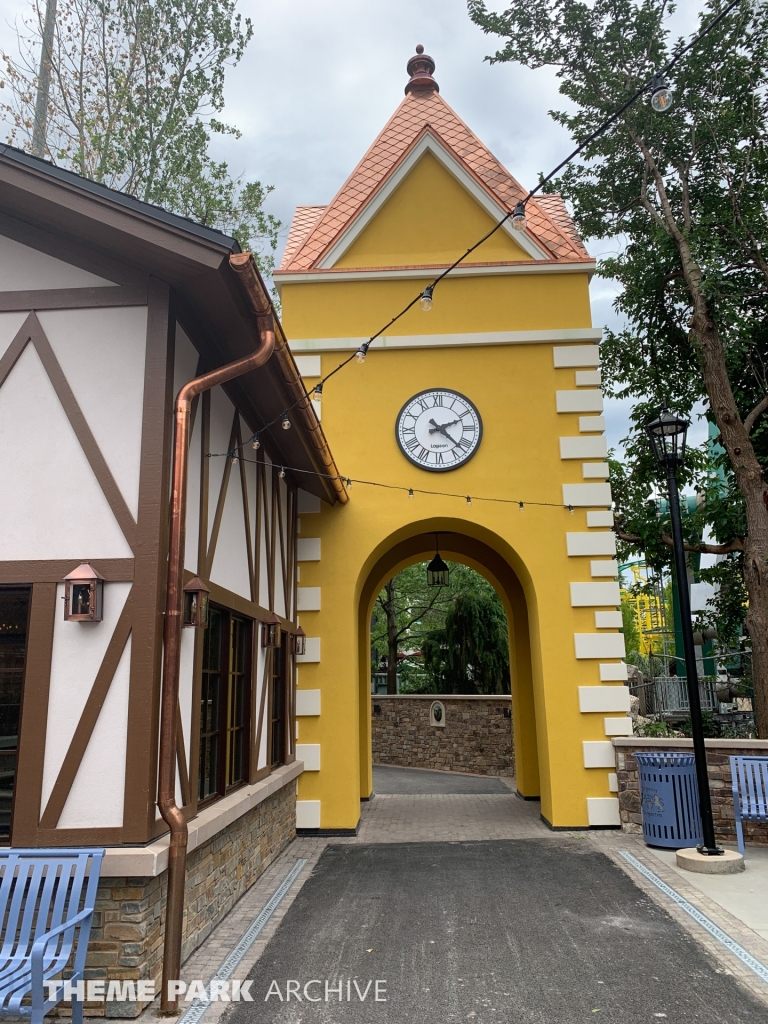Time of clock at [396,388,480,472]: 2:22
